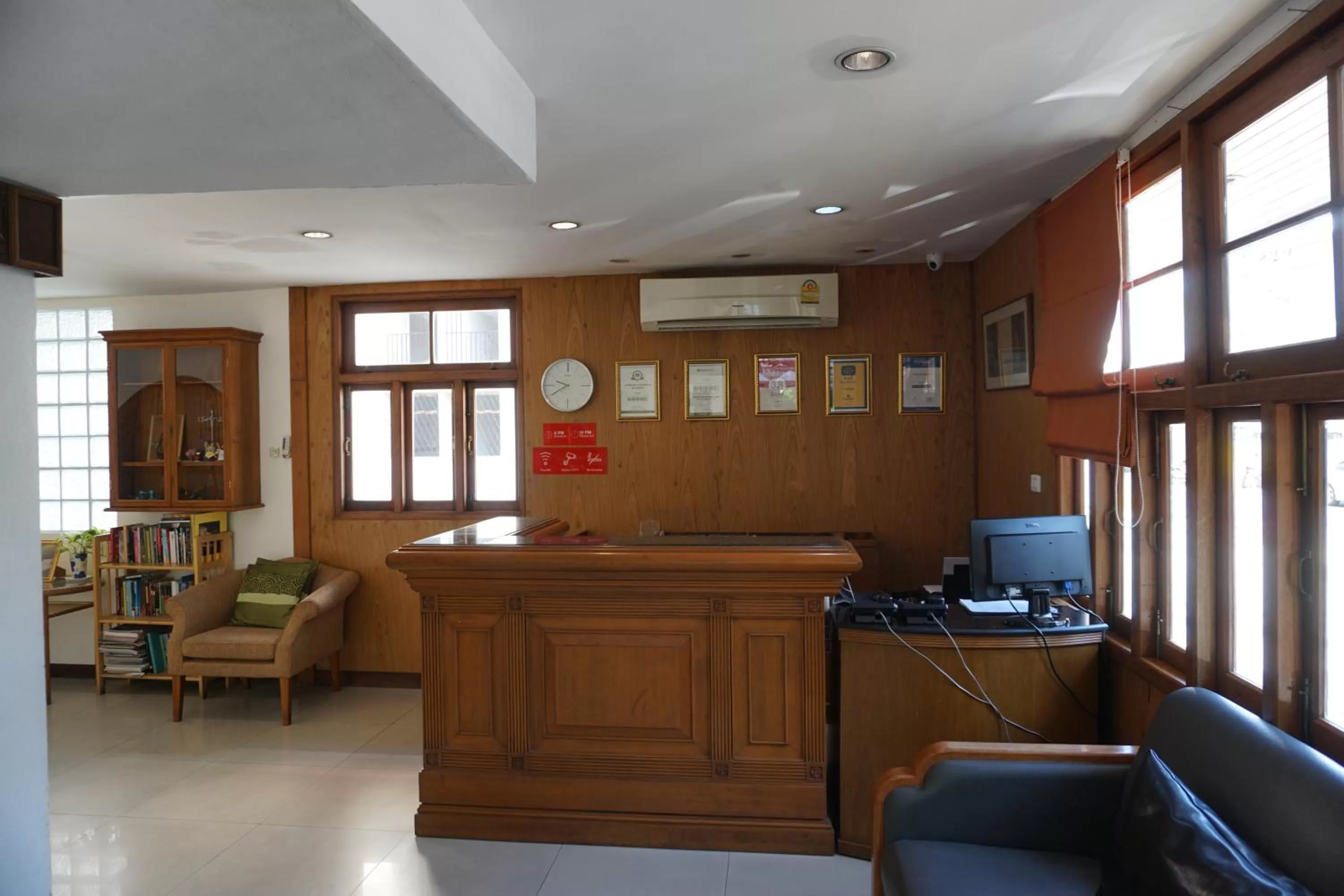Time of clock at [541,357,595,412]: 9:40
